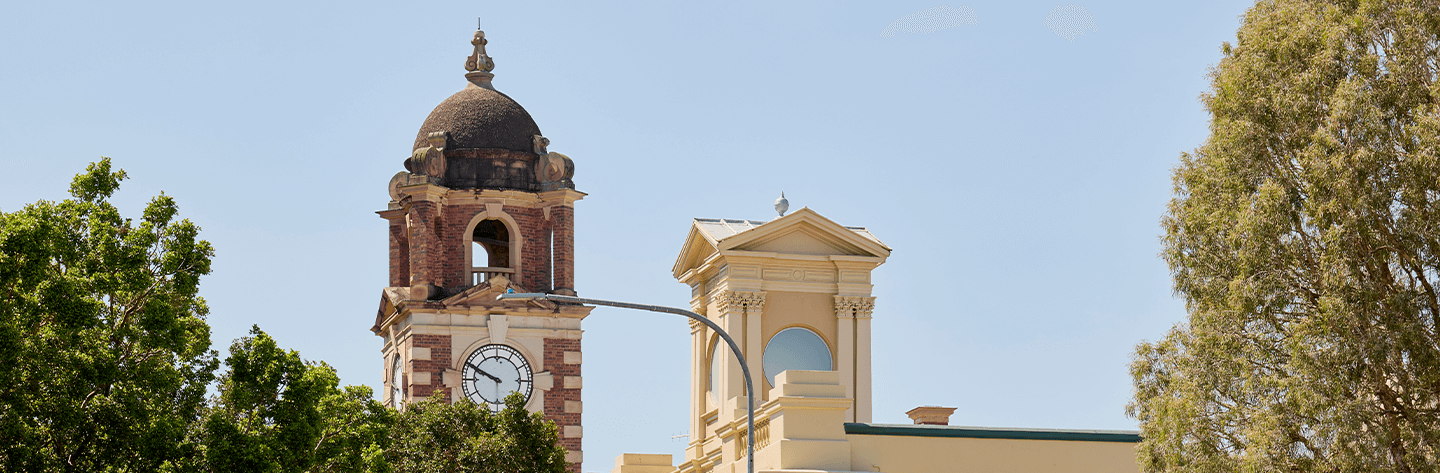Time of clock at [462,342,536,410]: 9:49
